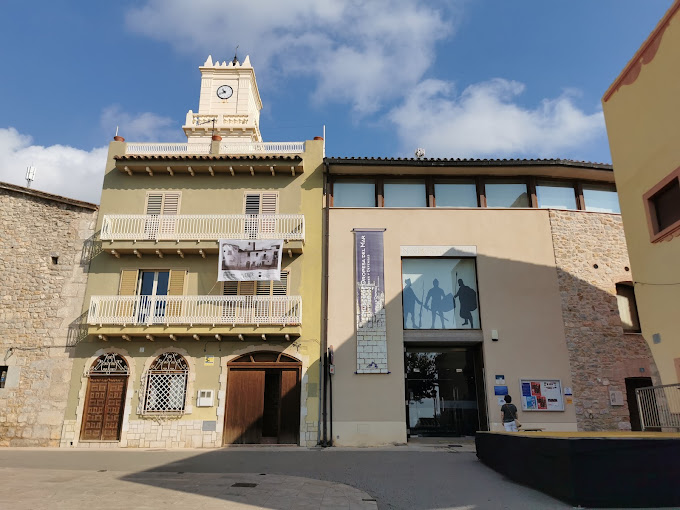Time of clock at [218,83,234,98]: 10:42
